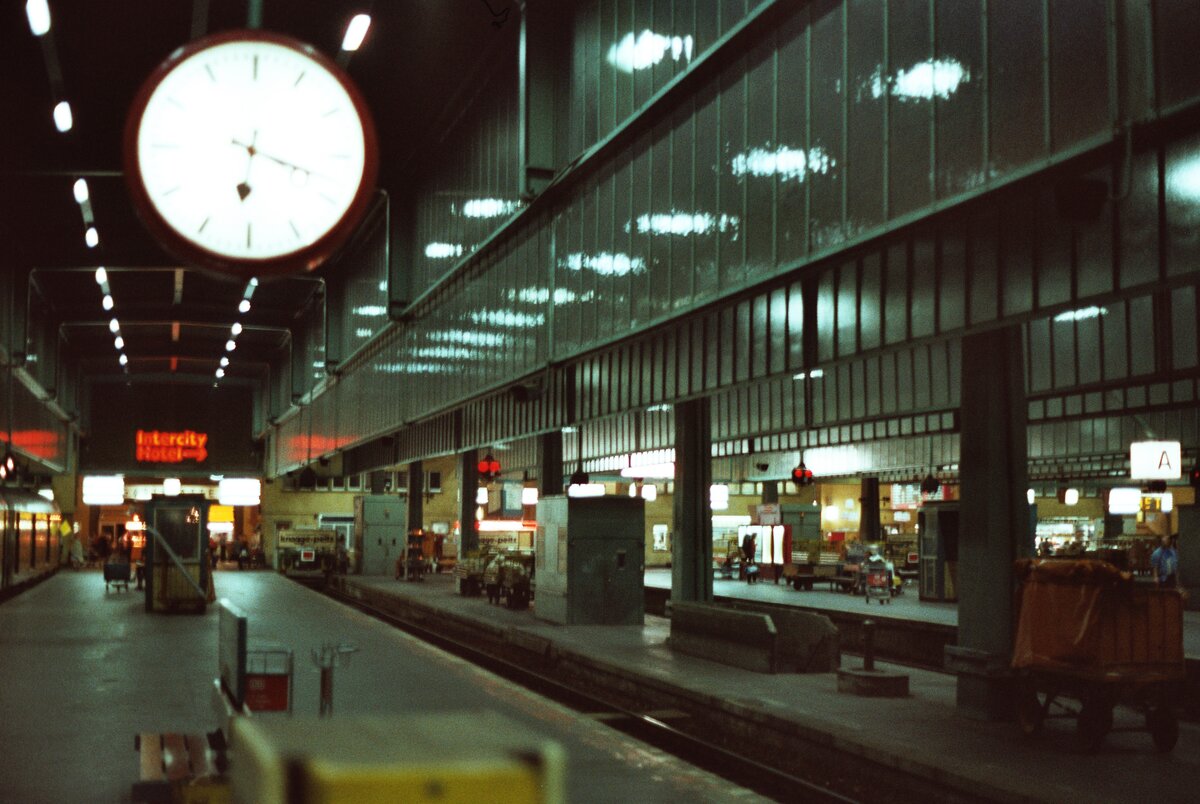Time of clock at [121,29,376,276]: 6:18
